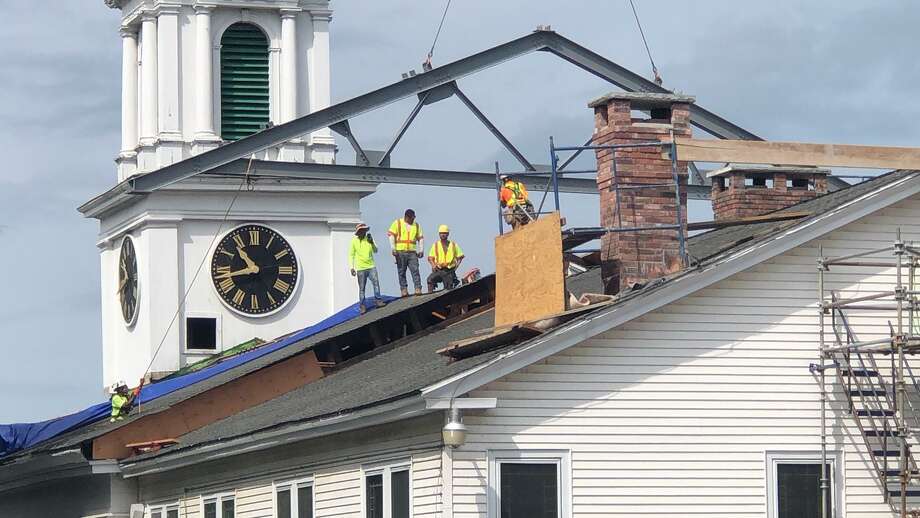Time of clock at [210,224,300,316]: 10:42
